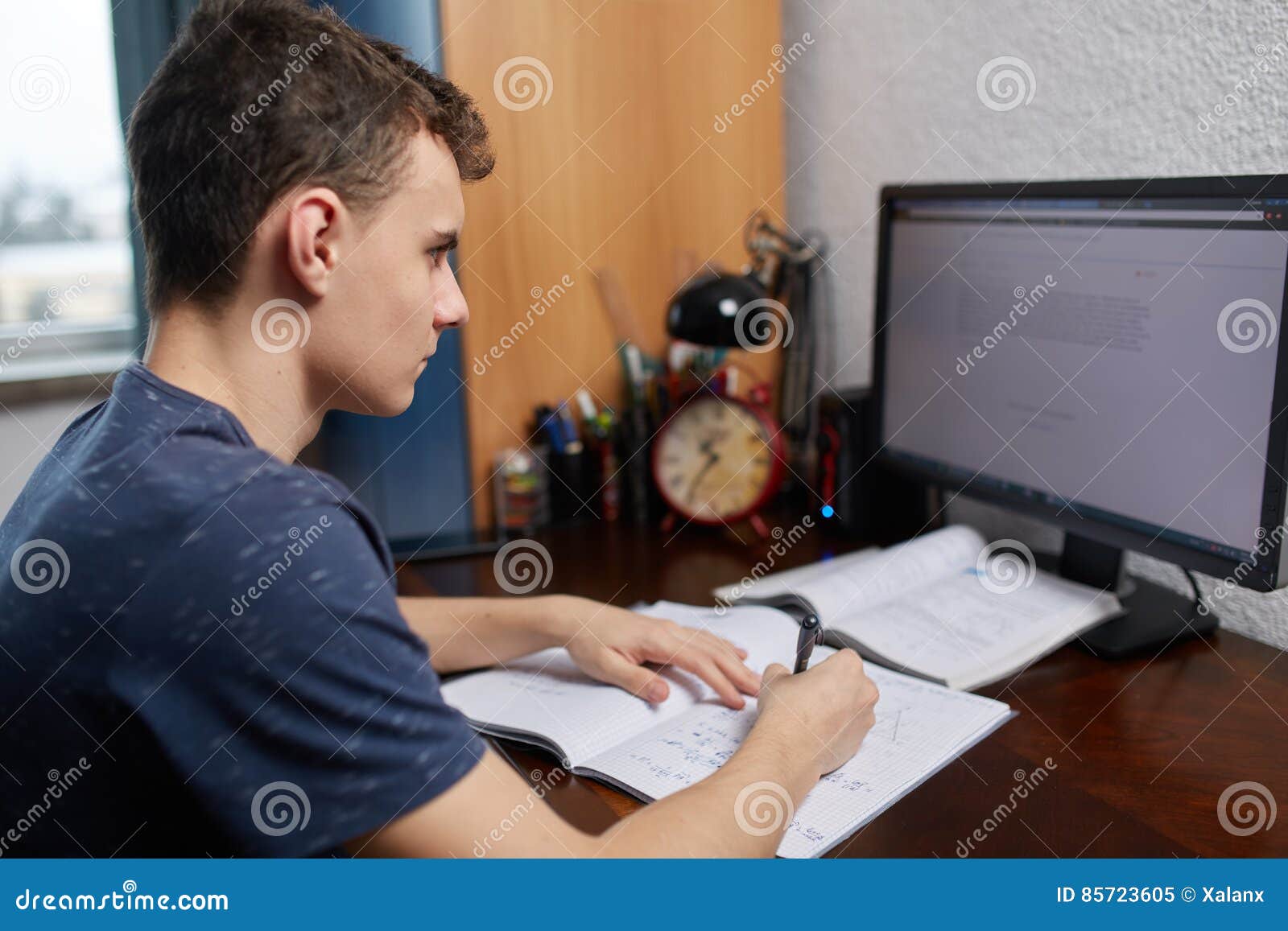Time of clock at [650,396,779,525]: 10:36
